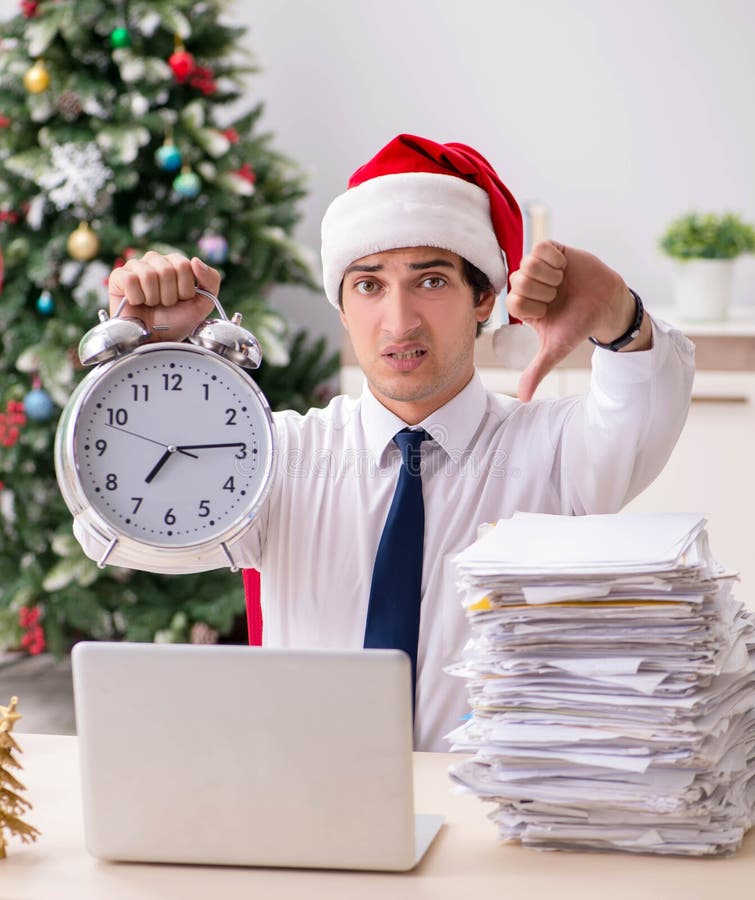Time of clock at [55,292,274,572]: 7:14
